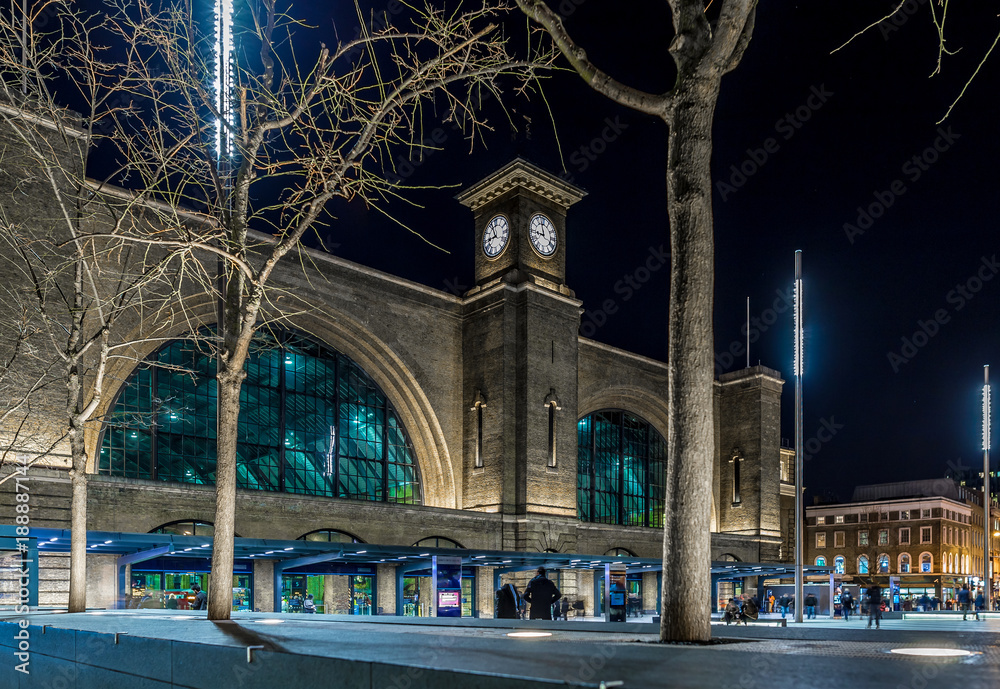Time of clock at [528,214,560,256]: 8:57
